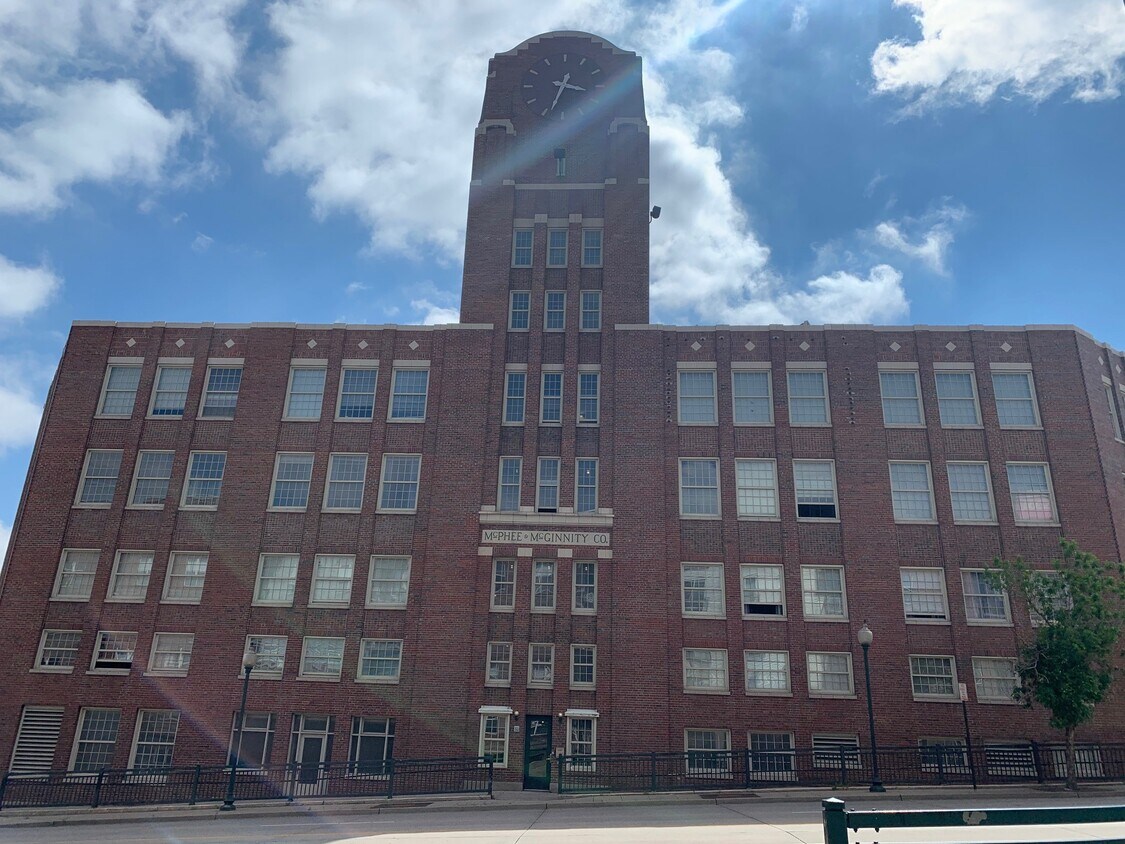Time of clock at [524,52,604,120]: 3:33
